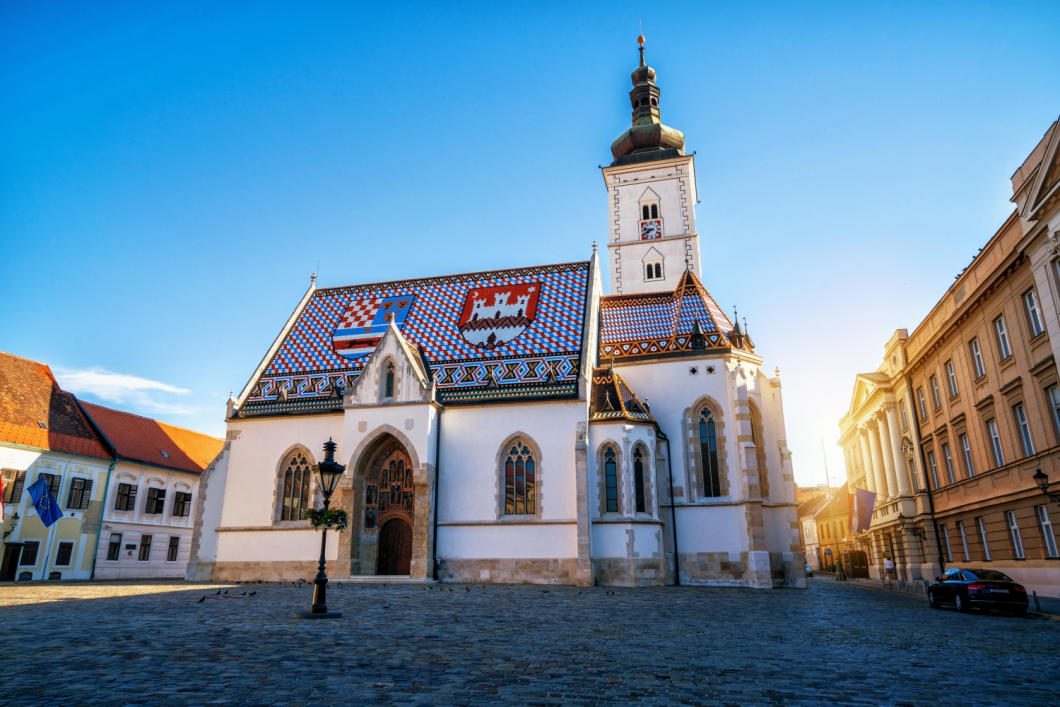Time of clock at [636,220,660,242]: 7:47
